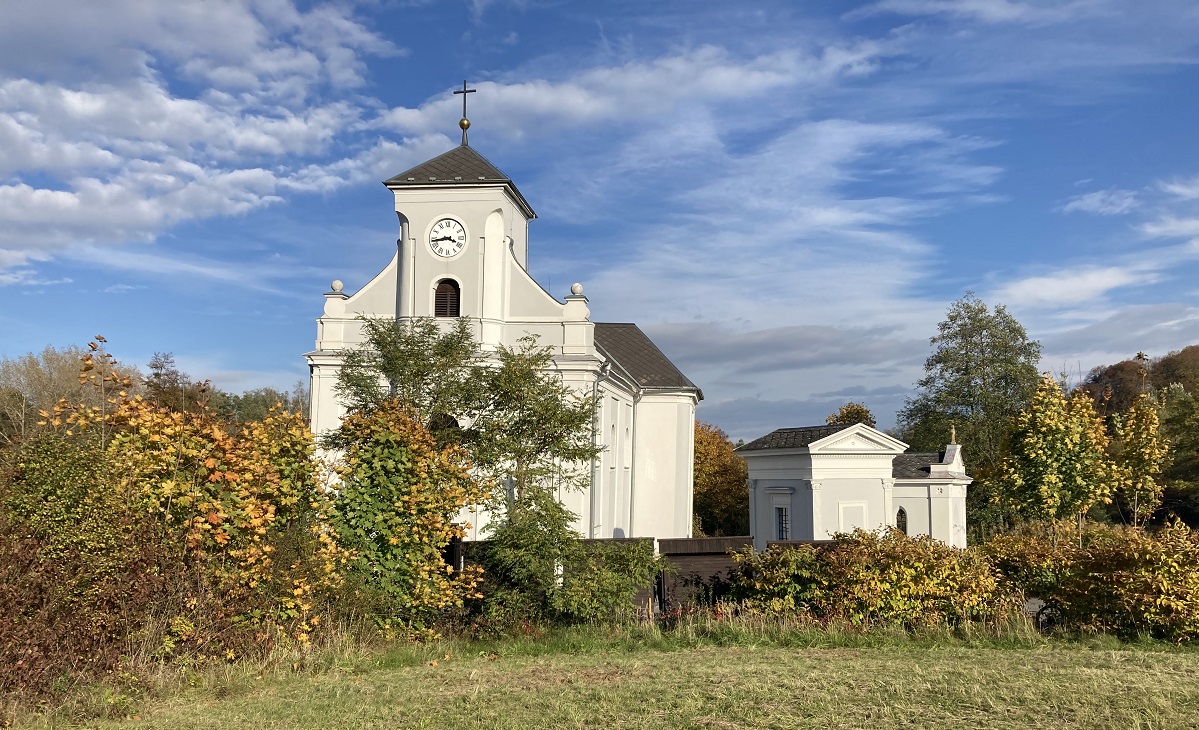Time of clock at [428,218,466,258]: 3:43
